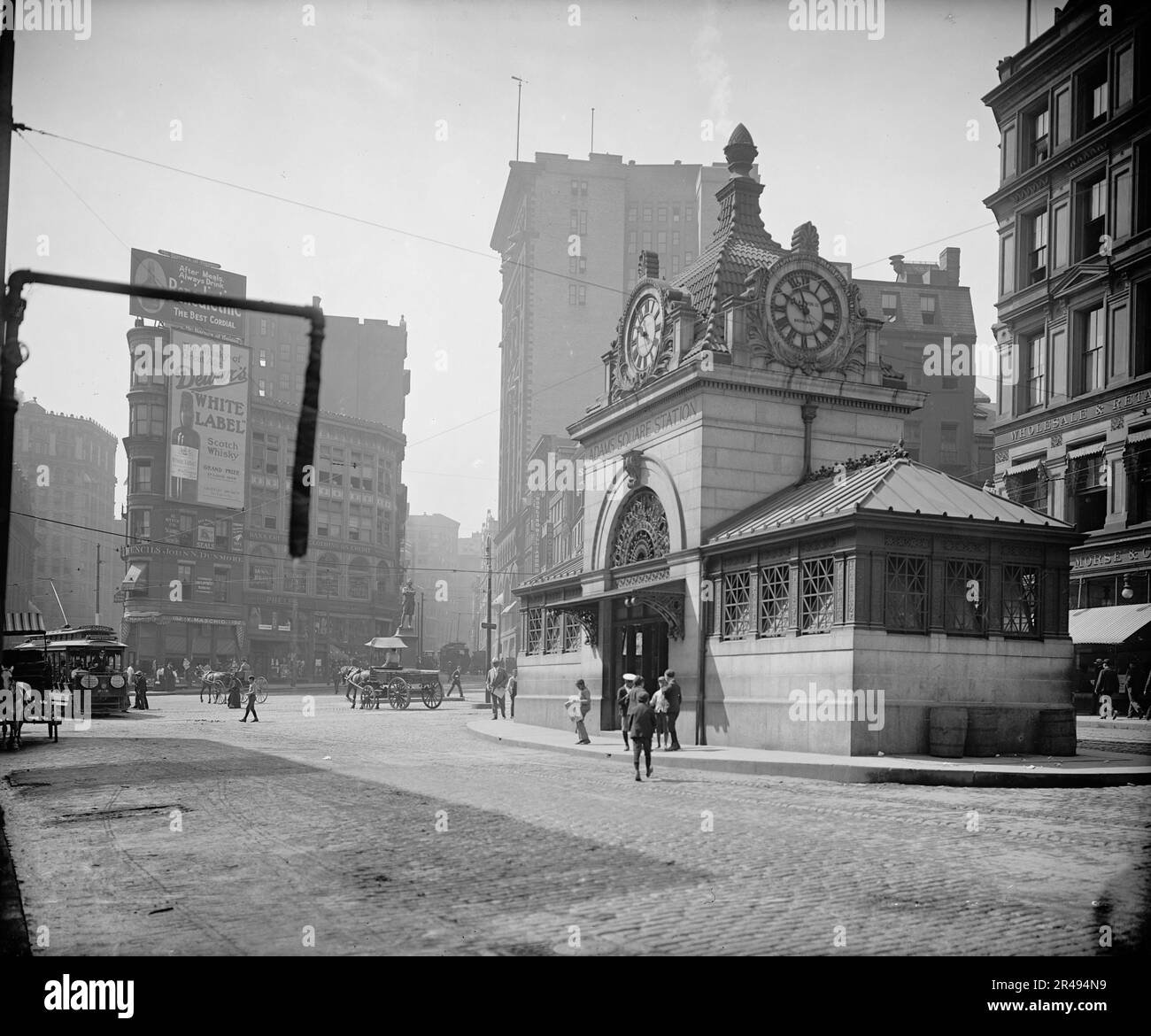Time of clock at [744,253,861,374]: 9:57
